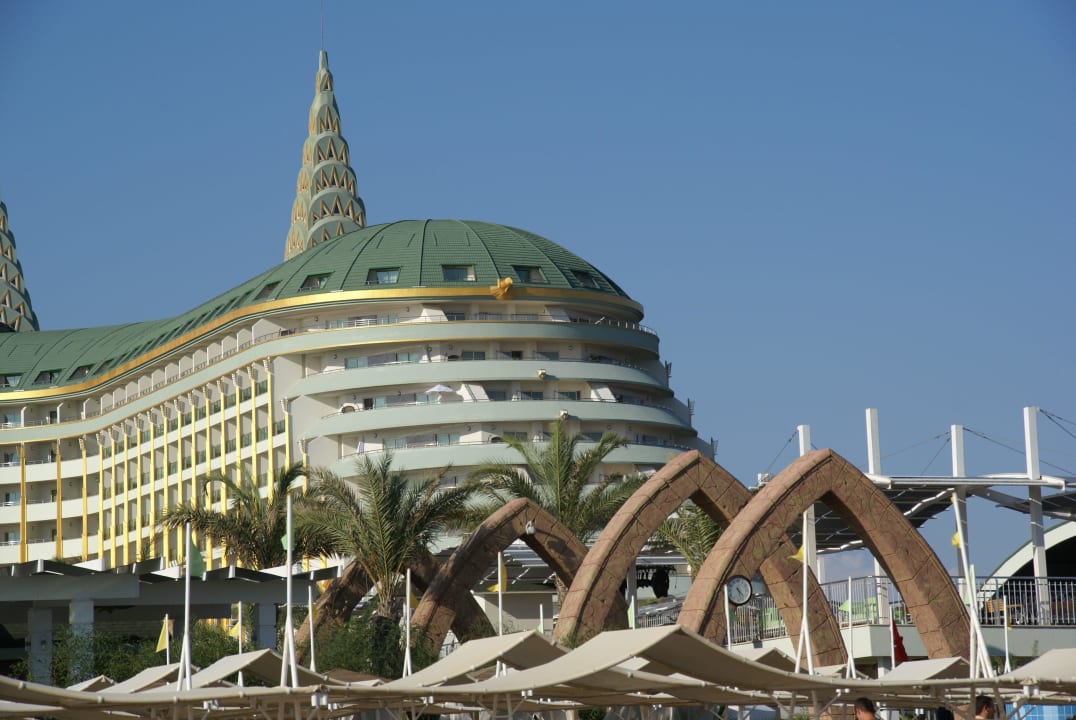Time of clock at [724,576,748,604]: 4:27
